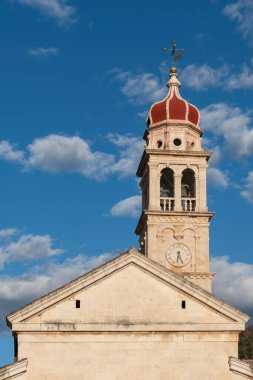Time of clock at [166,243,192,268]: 6:25
